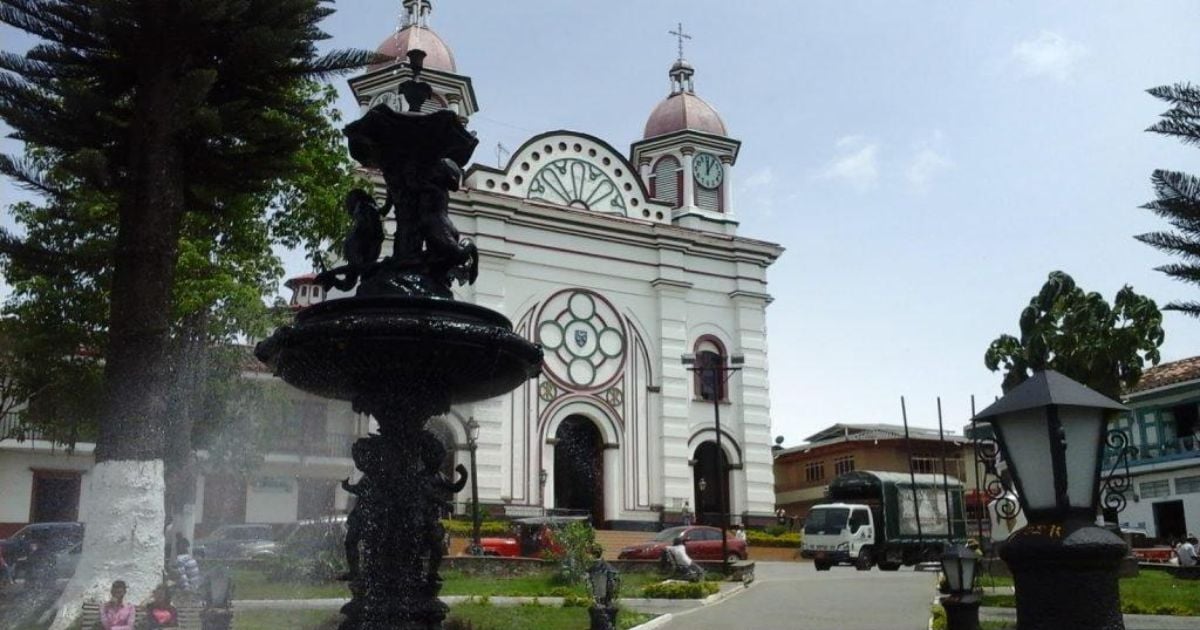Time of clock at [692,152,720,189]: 12:05
